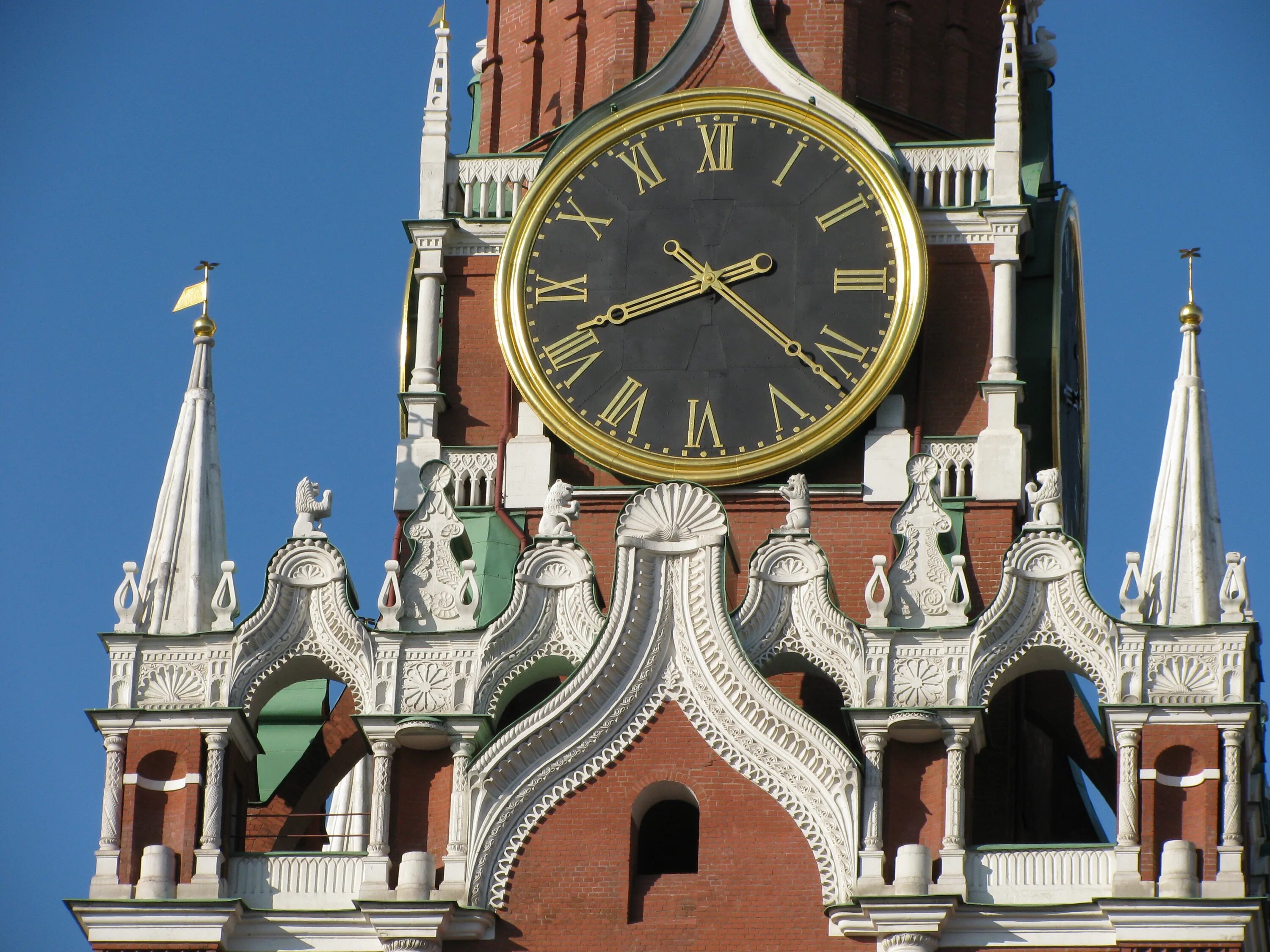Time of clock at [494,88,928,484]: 8:21
